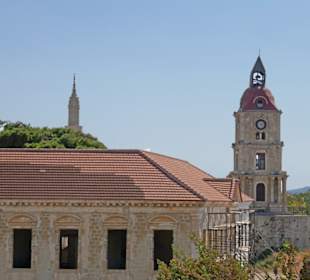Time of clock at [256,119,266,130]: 4:12
